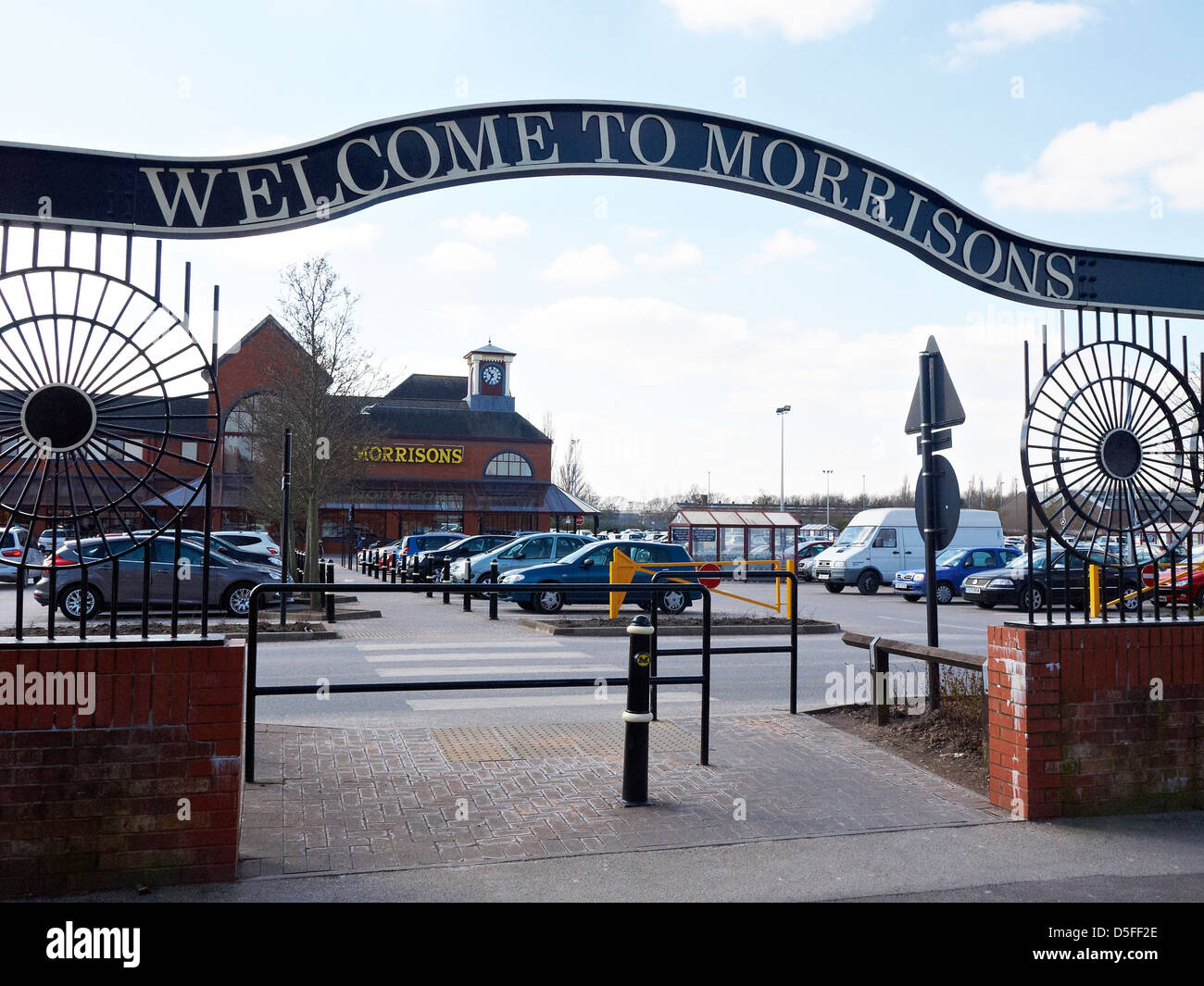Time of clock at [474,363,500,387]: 10:34
